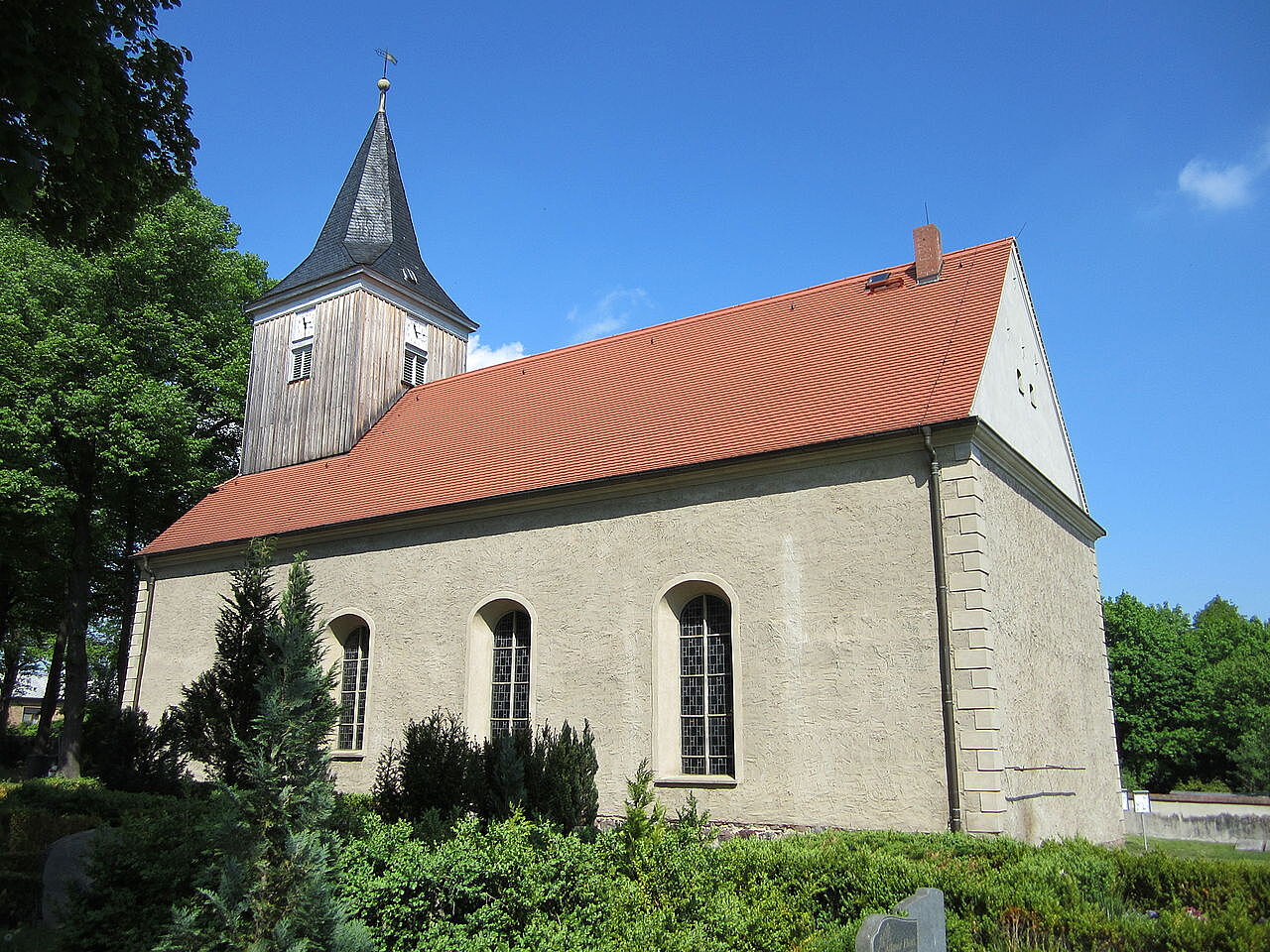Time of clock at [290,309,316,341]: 11:29
